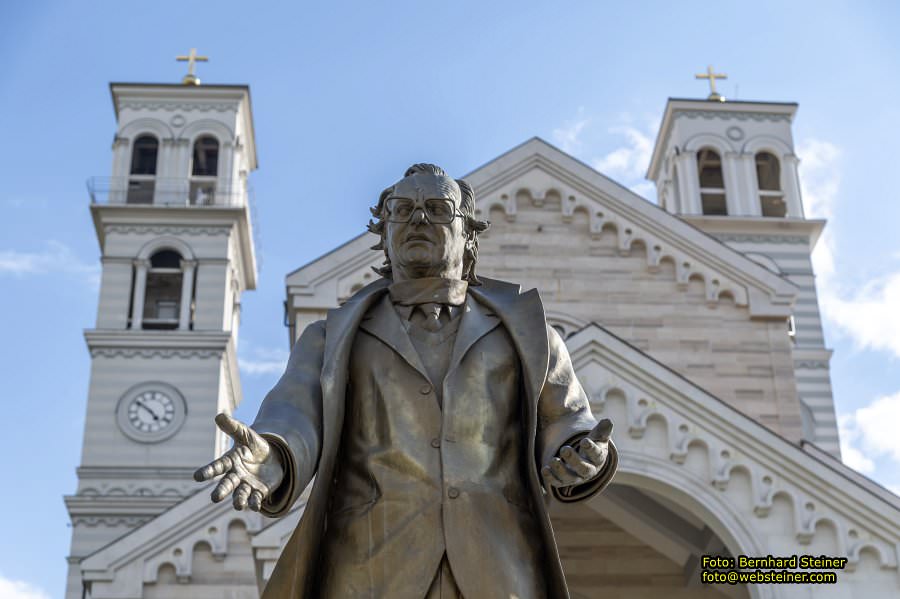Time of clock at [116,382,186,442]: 4:51
